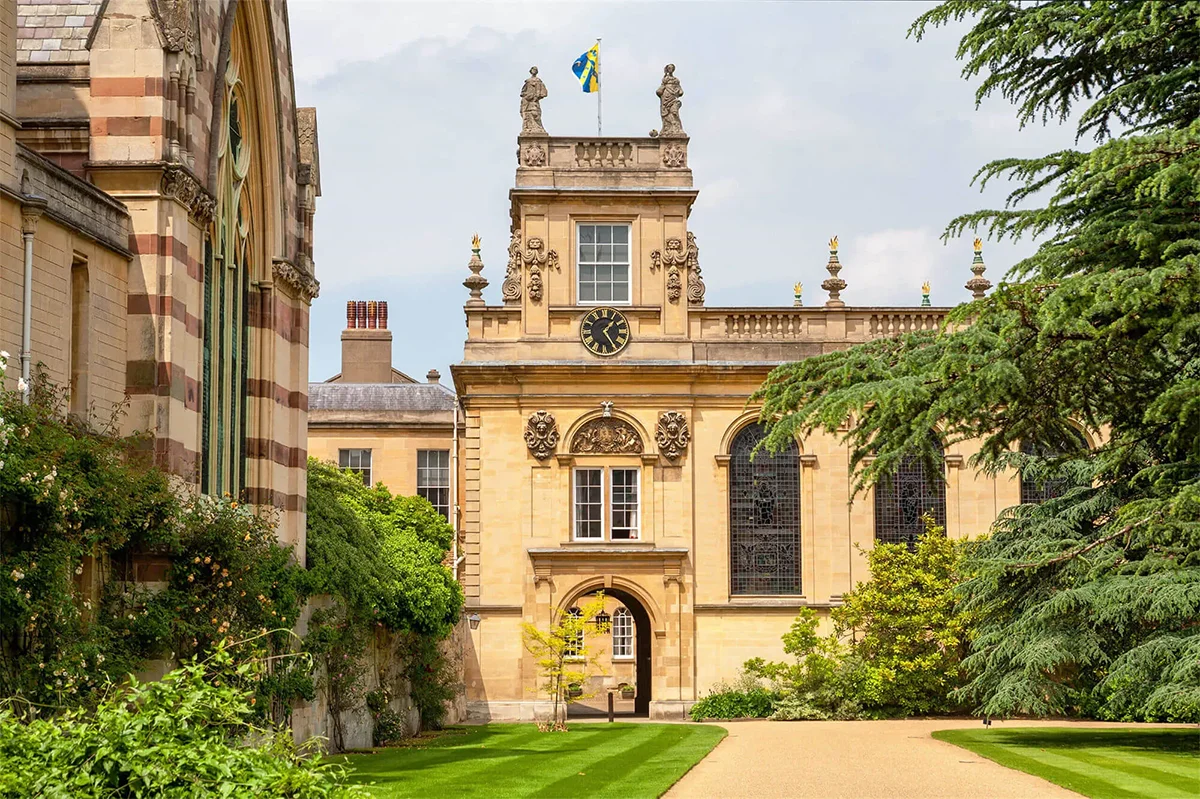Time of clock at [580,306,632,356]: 1:24
